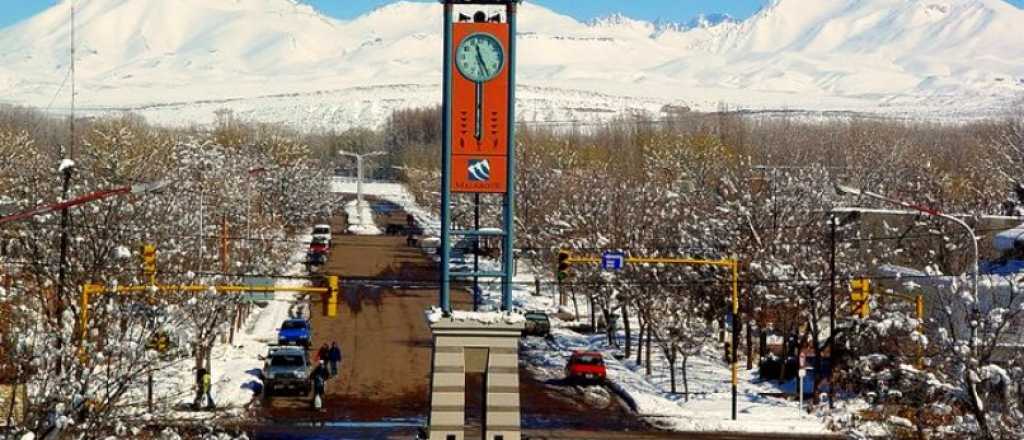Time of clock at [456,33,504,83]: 11:25
